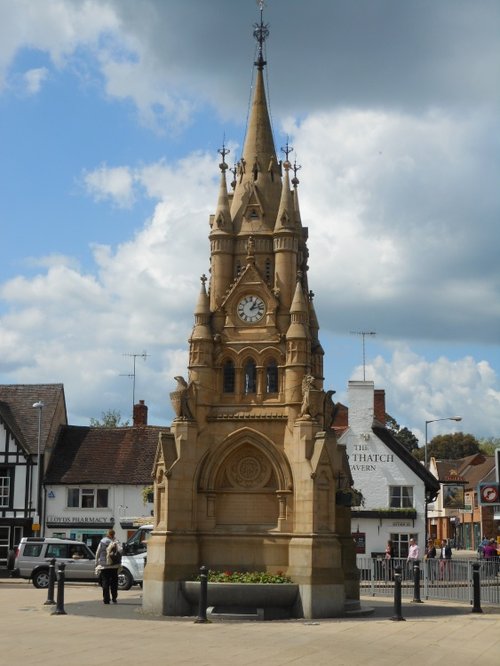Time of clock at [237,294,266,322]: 1:12
